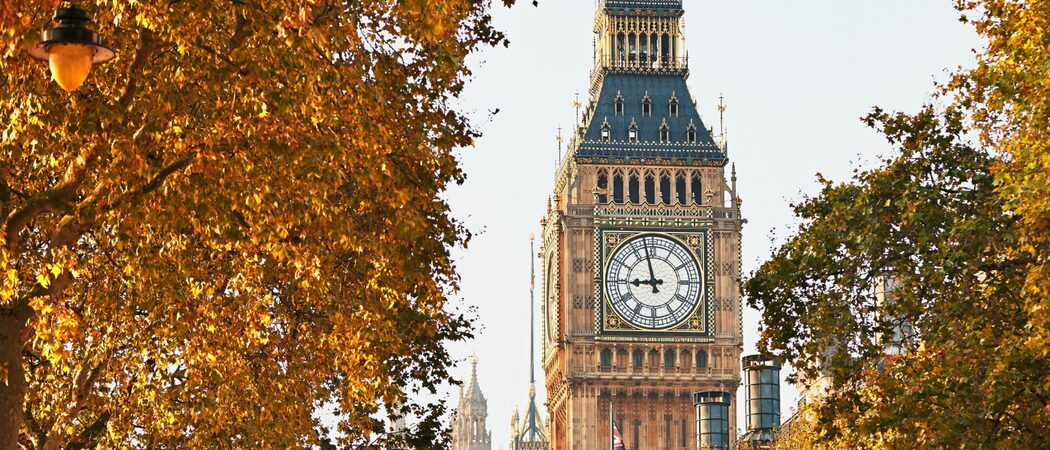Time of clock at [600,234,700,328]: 8:57
